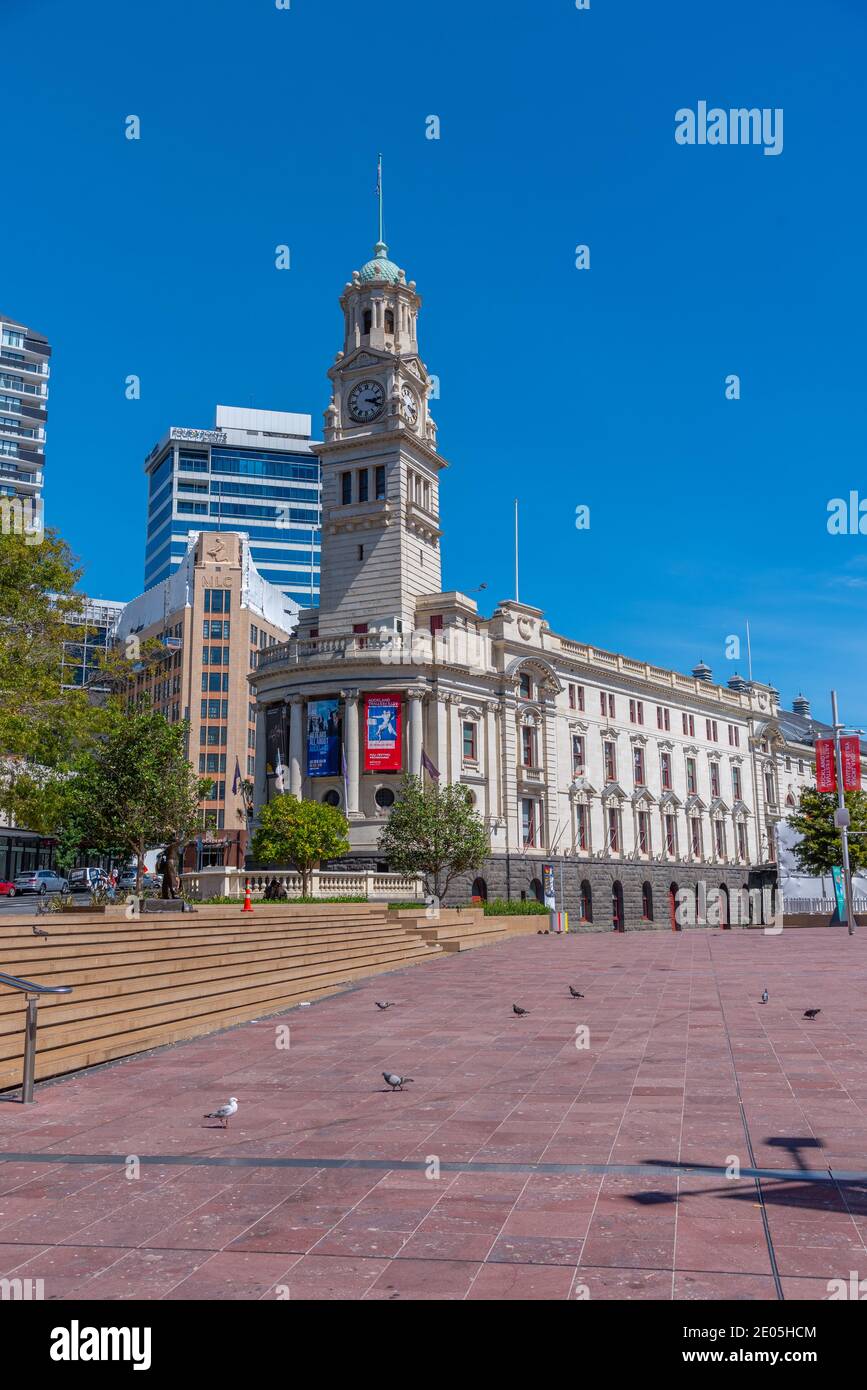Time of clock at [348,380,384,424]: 3:18
